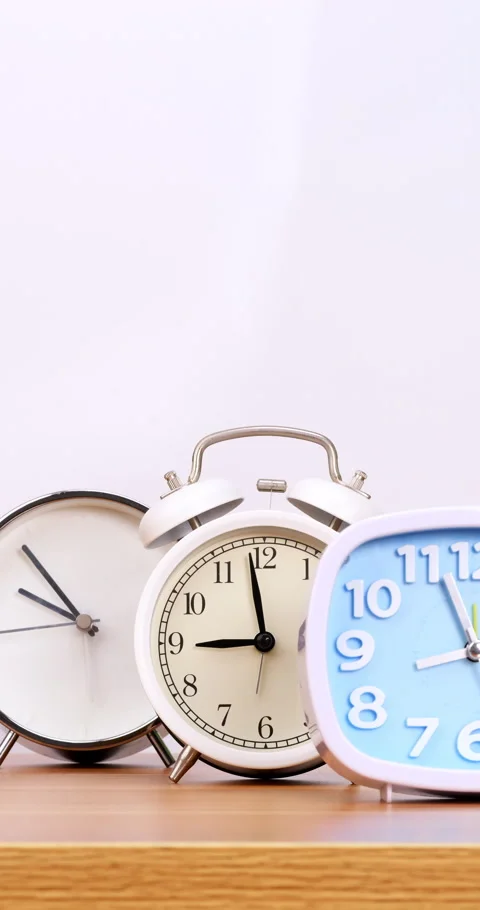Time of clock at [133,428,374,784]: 8:58
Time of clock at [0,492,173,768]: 8:58
